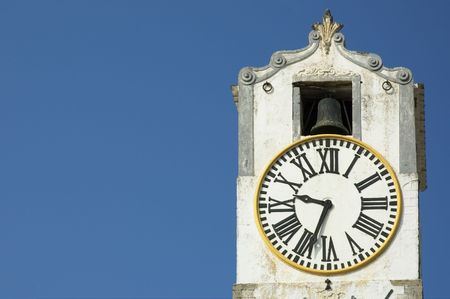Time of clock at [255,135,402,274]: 9:33
